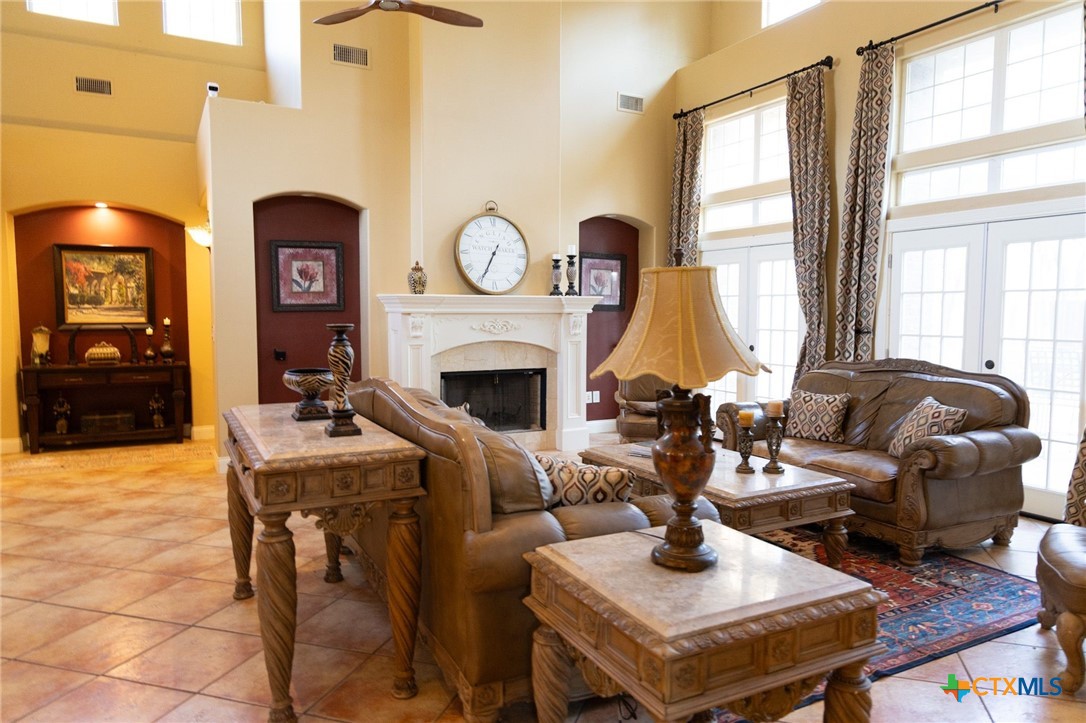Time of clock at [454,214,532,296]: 6:34
